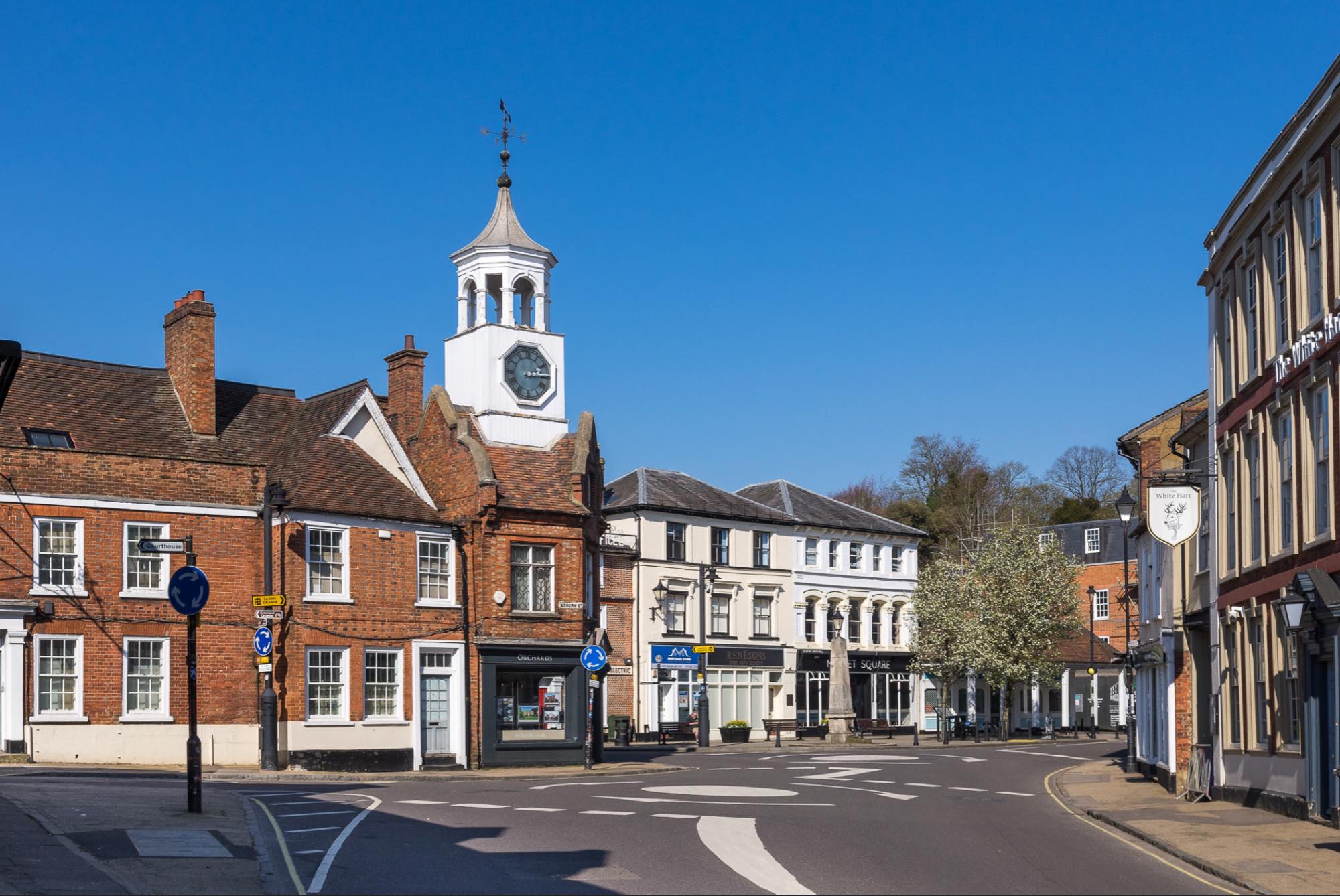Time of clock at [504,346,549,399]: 2:14
